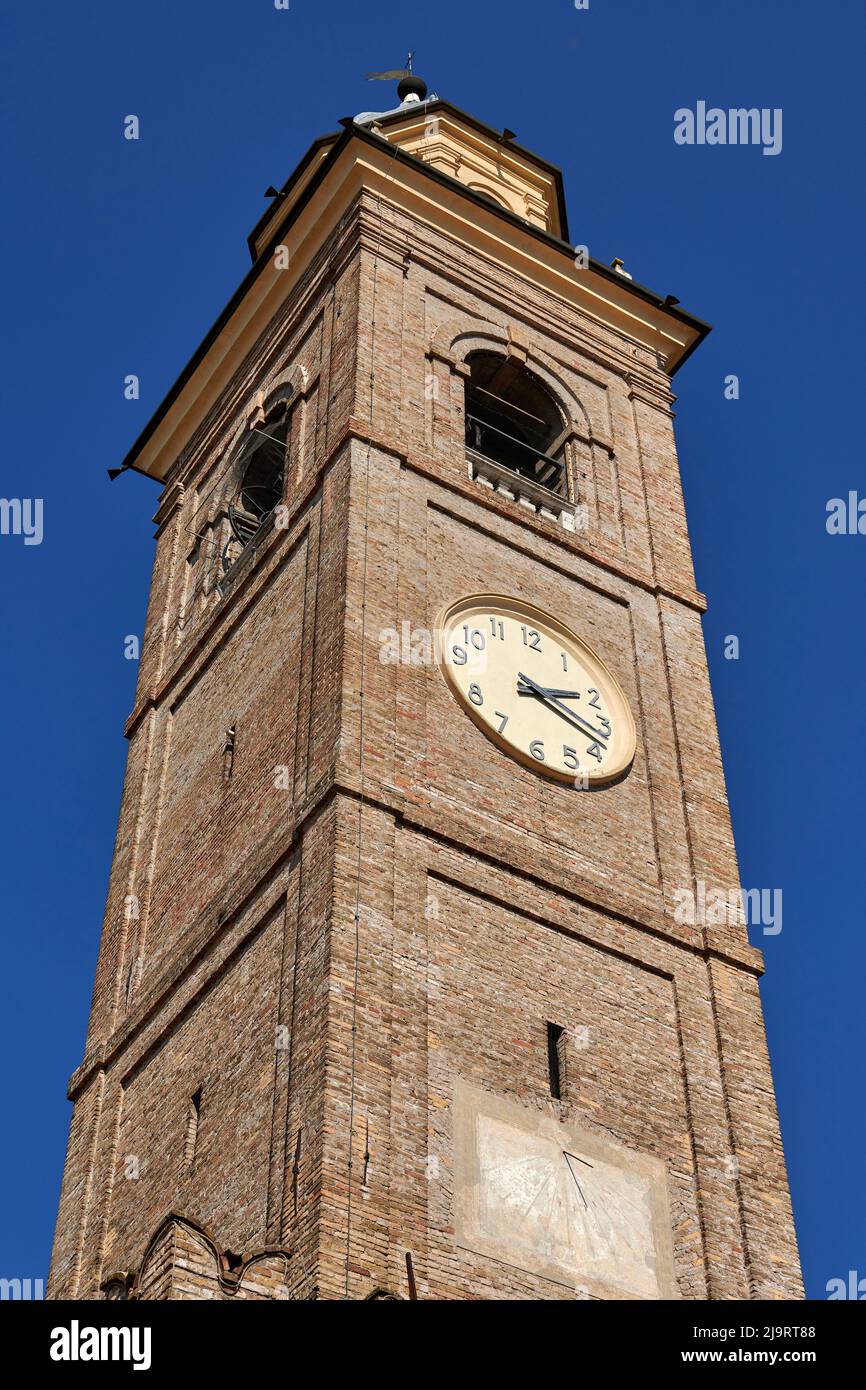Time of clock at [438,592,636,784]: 2:18
